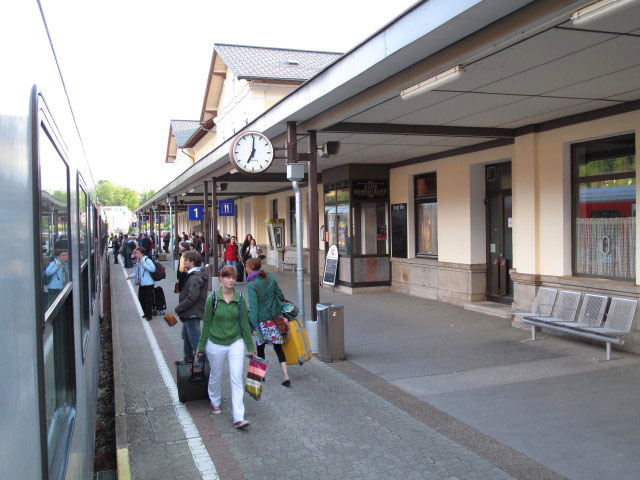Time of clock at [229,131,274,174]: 7:00
